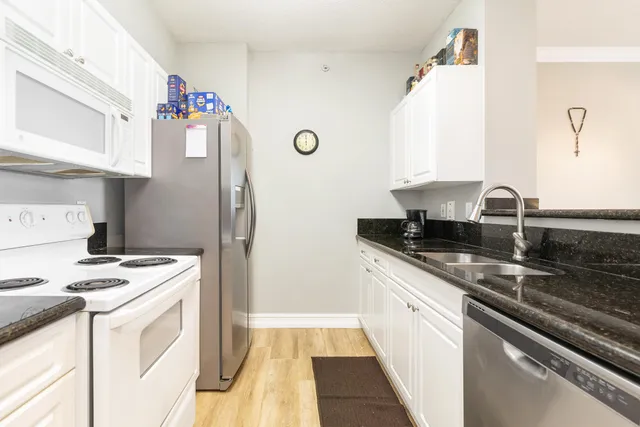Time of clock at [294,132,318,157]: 5:59
